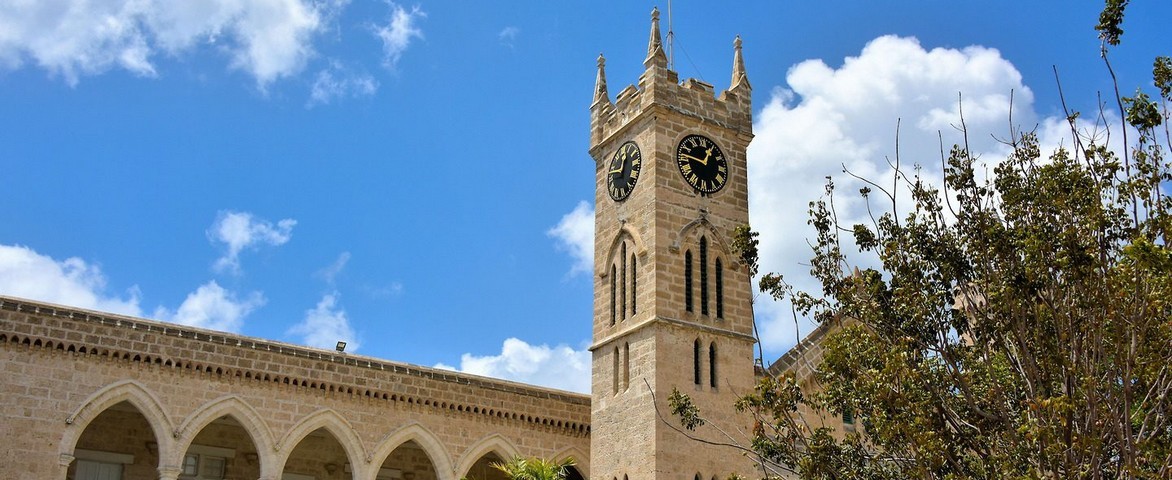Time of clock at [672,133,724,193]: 12:46
